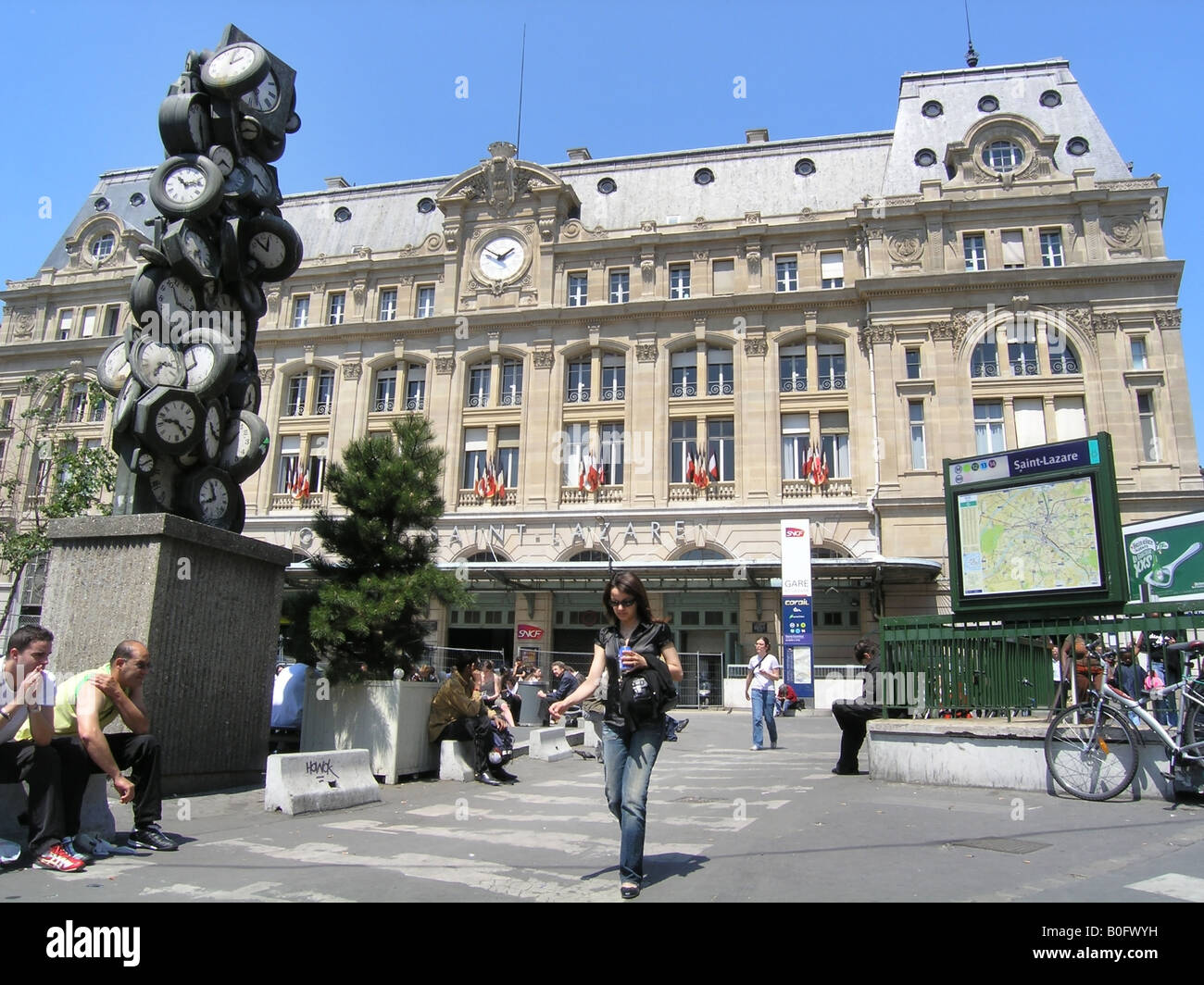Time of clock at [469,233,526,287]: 1:50
